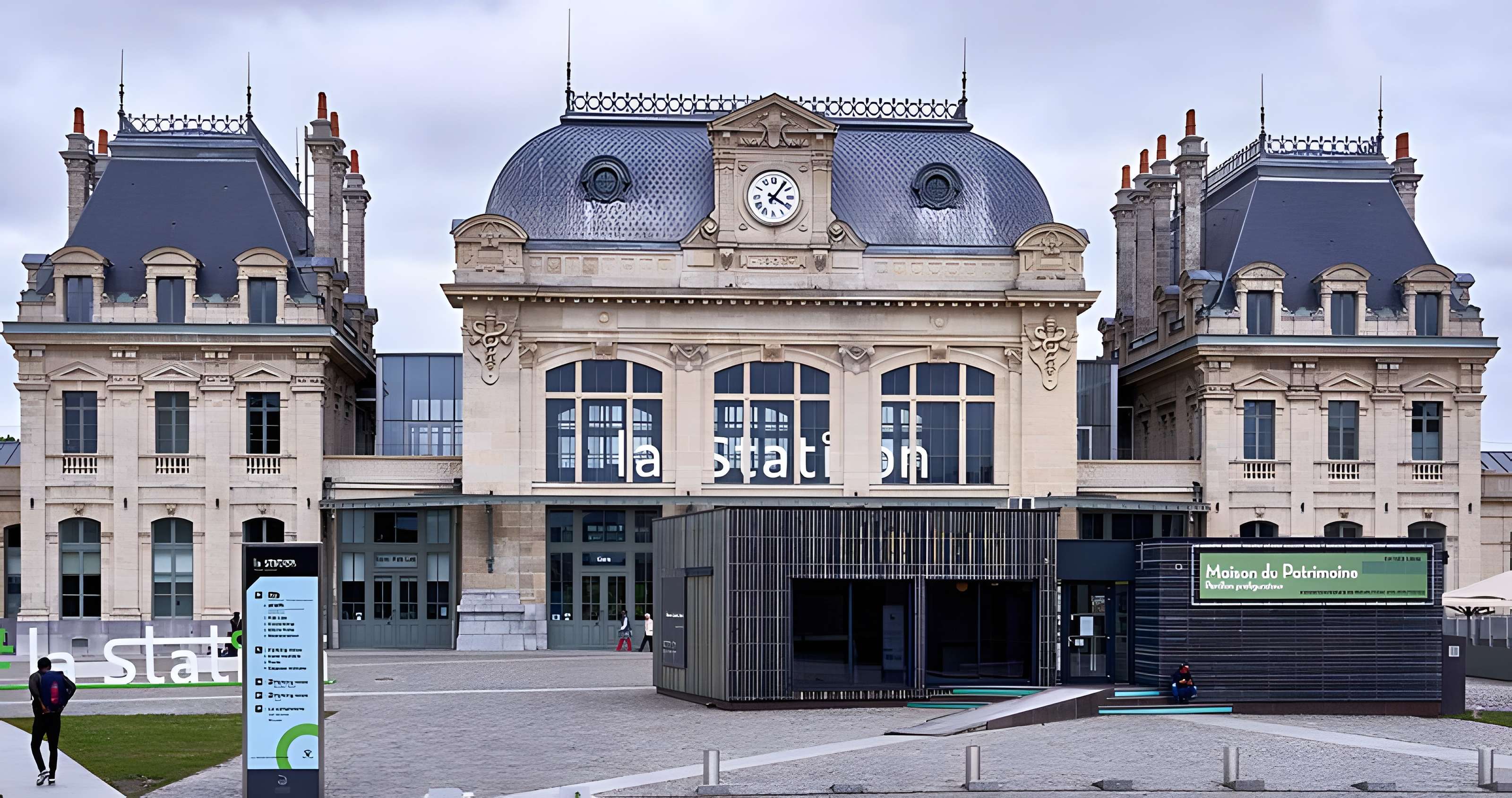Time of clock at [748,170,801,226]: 4:06
